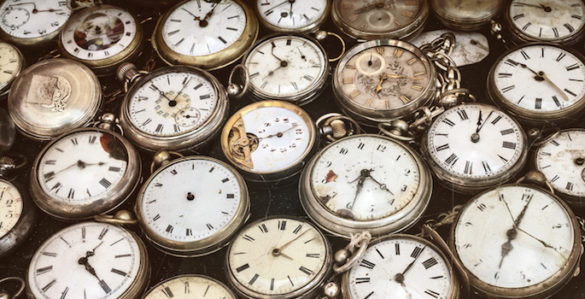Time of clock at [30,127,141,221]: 2:39
